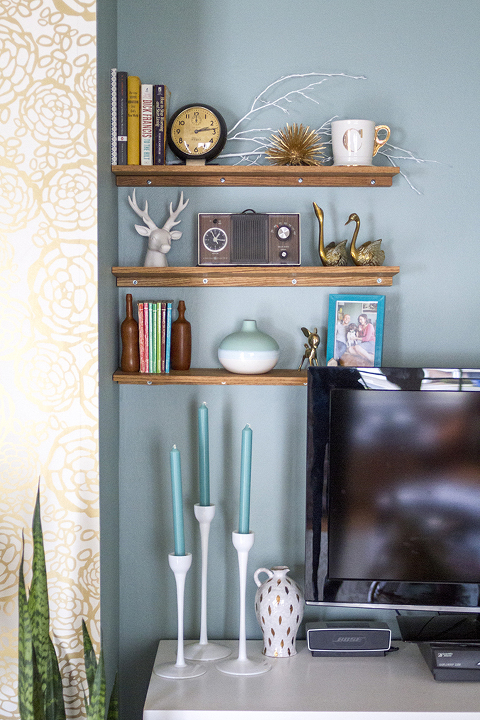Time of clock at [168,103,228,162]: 2:13
